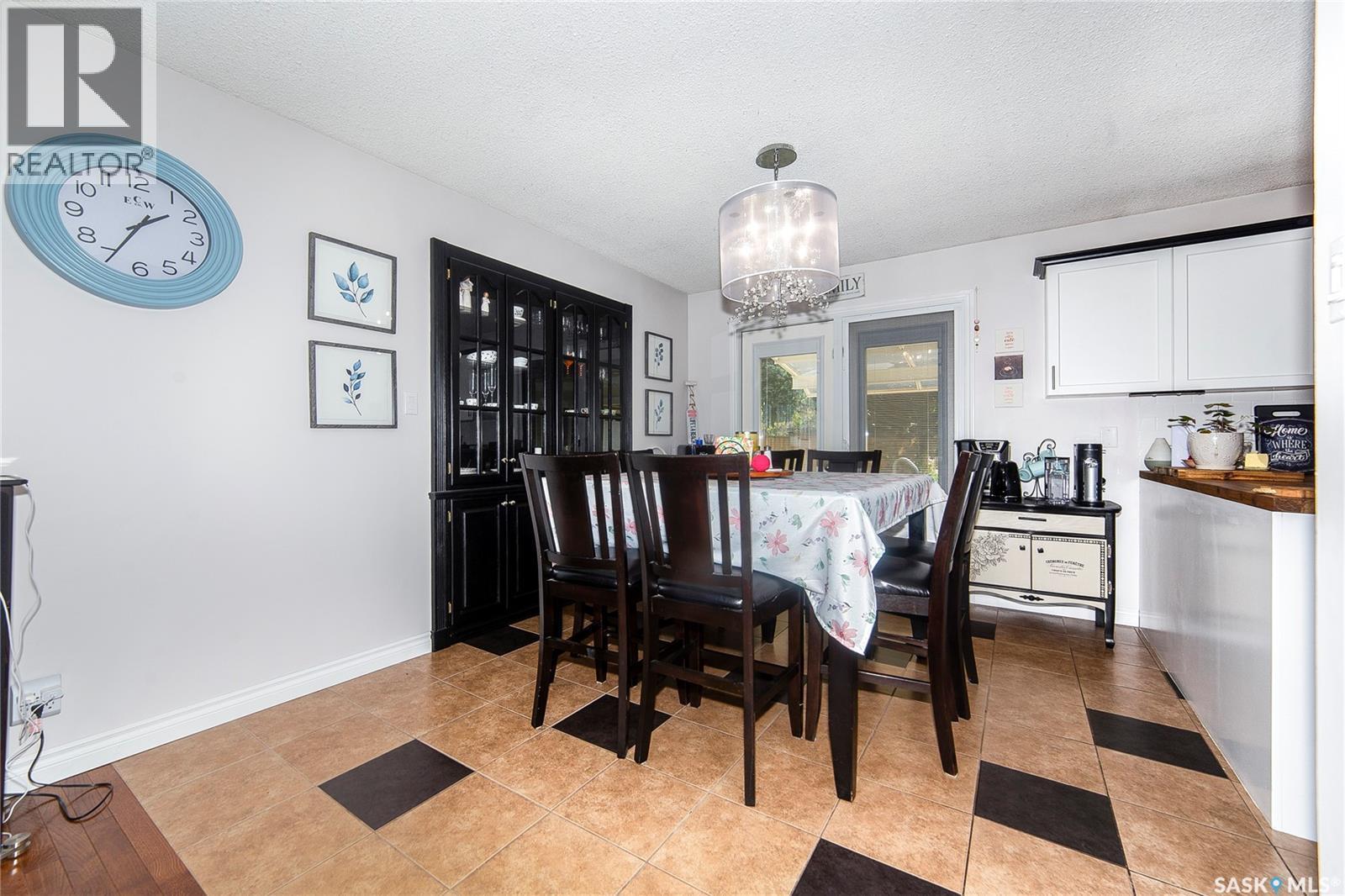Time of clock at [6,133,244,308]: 1:34
